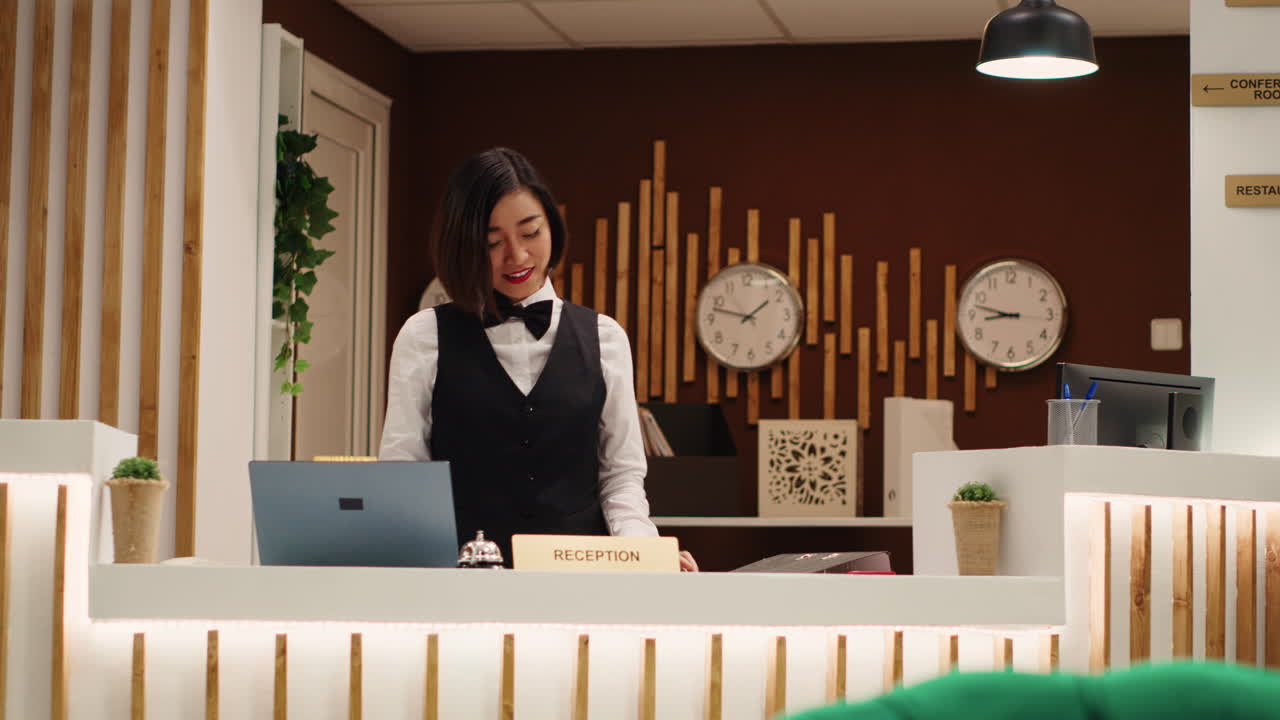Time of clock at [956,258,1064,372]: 8:47
